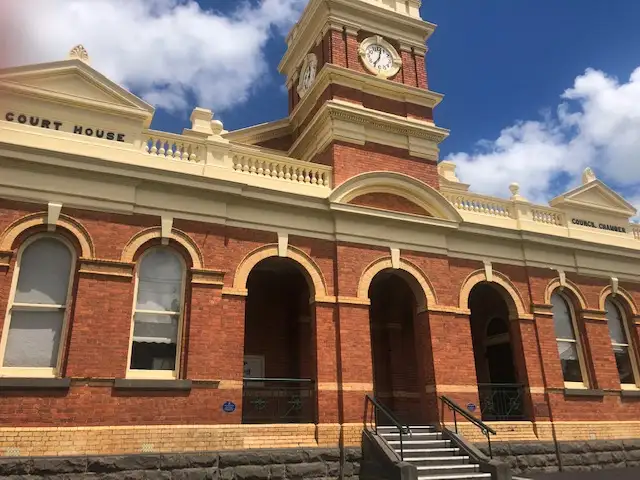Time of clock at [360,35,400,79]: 7:02
